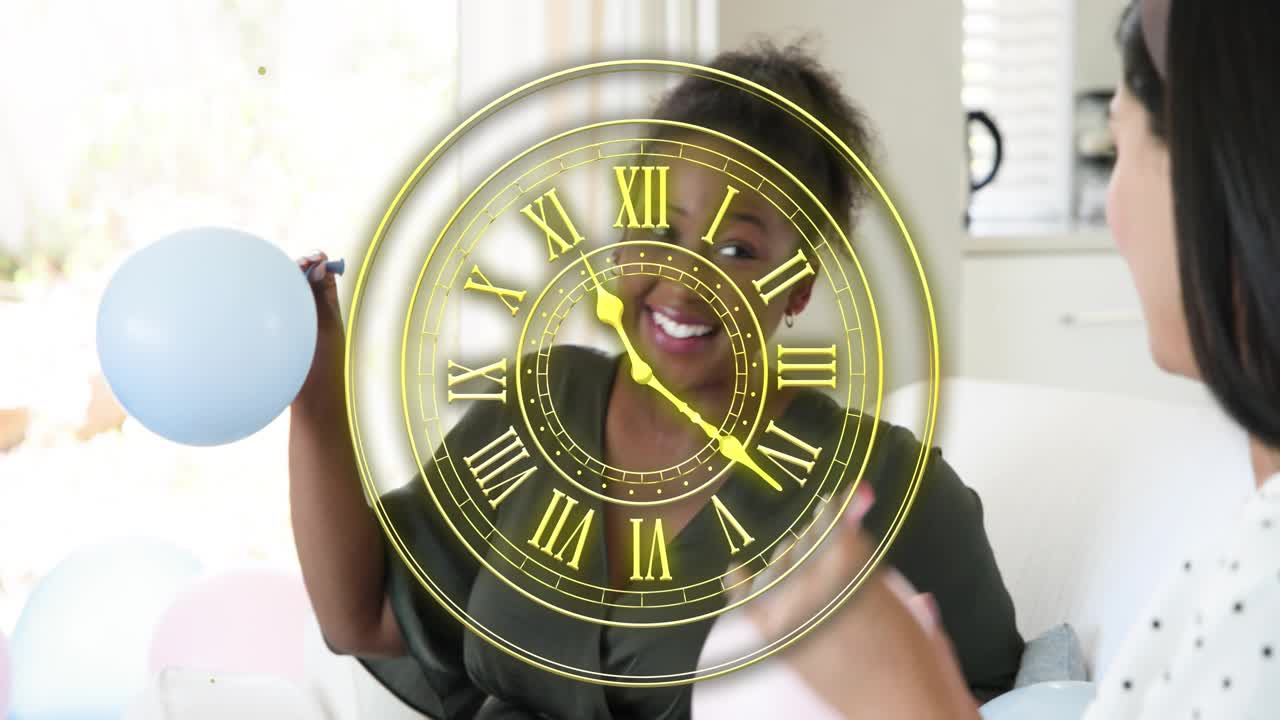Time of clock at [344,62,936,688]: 11:21
